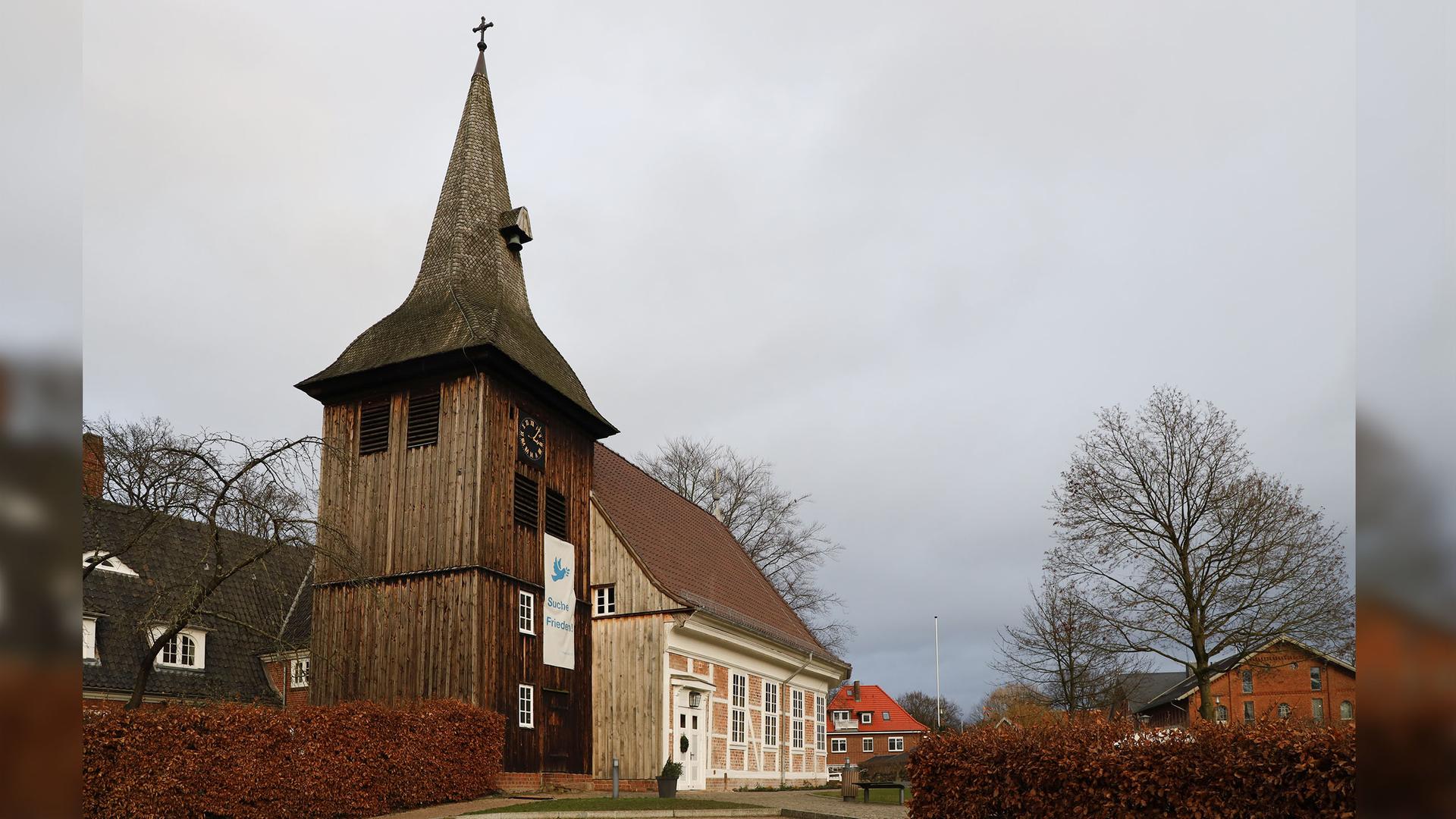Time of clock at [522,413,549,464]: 3:06
